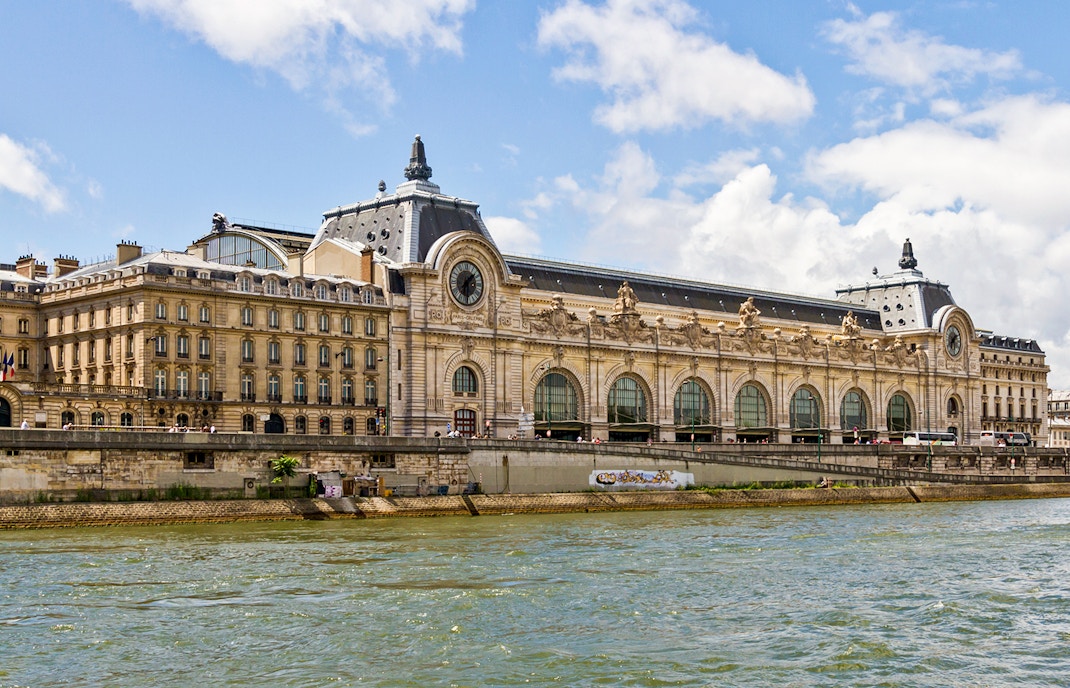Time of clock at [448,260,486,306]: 1:30
